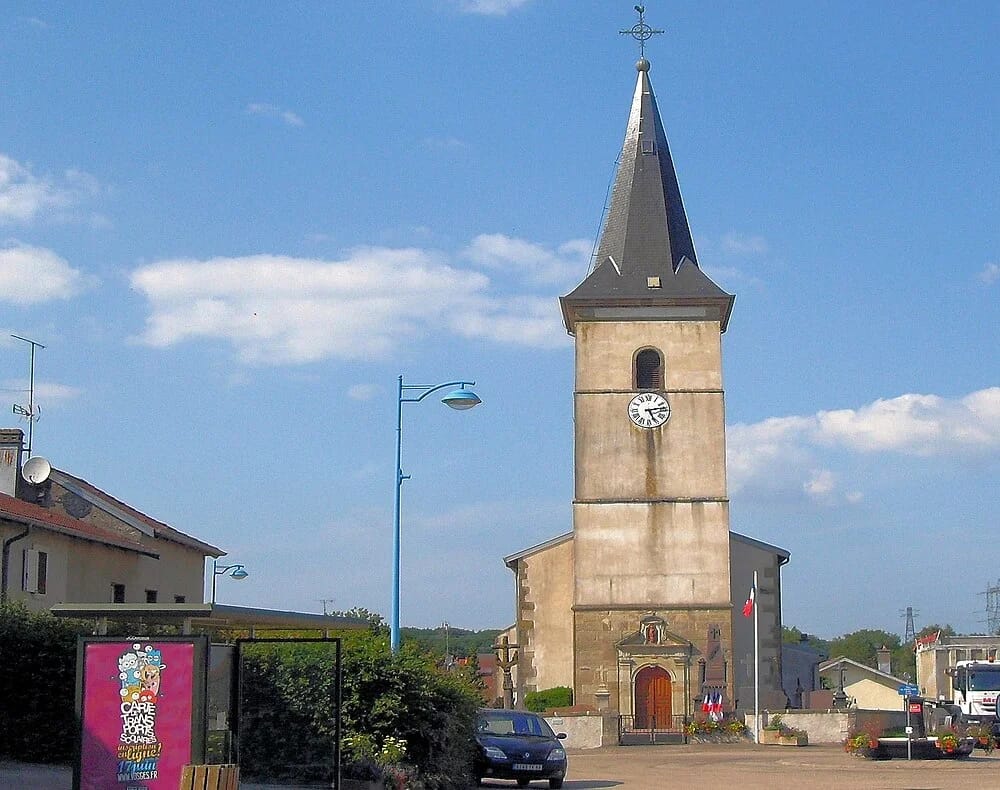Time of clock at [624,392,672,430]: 5:13
